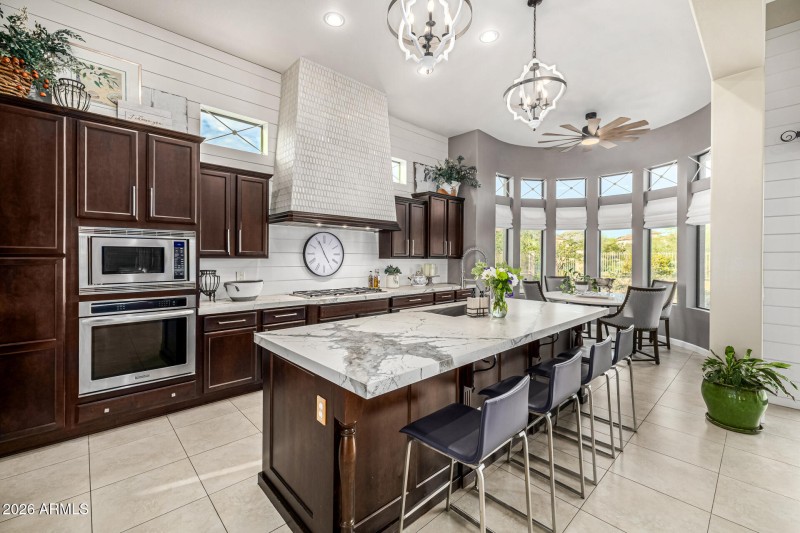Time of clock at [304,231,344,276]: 4:55
